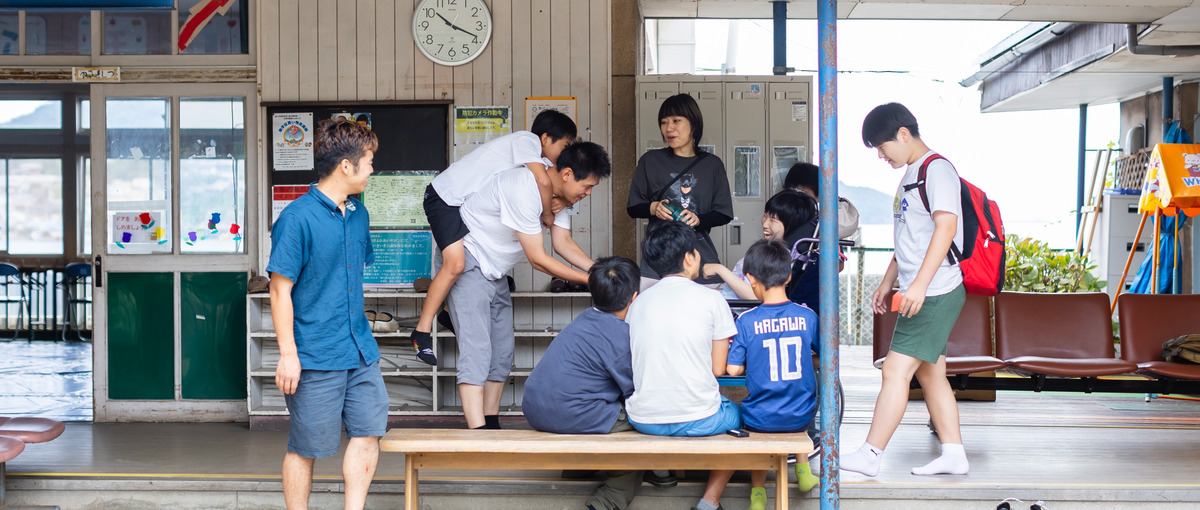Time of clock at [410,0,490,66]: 10:18
